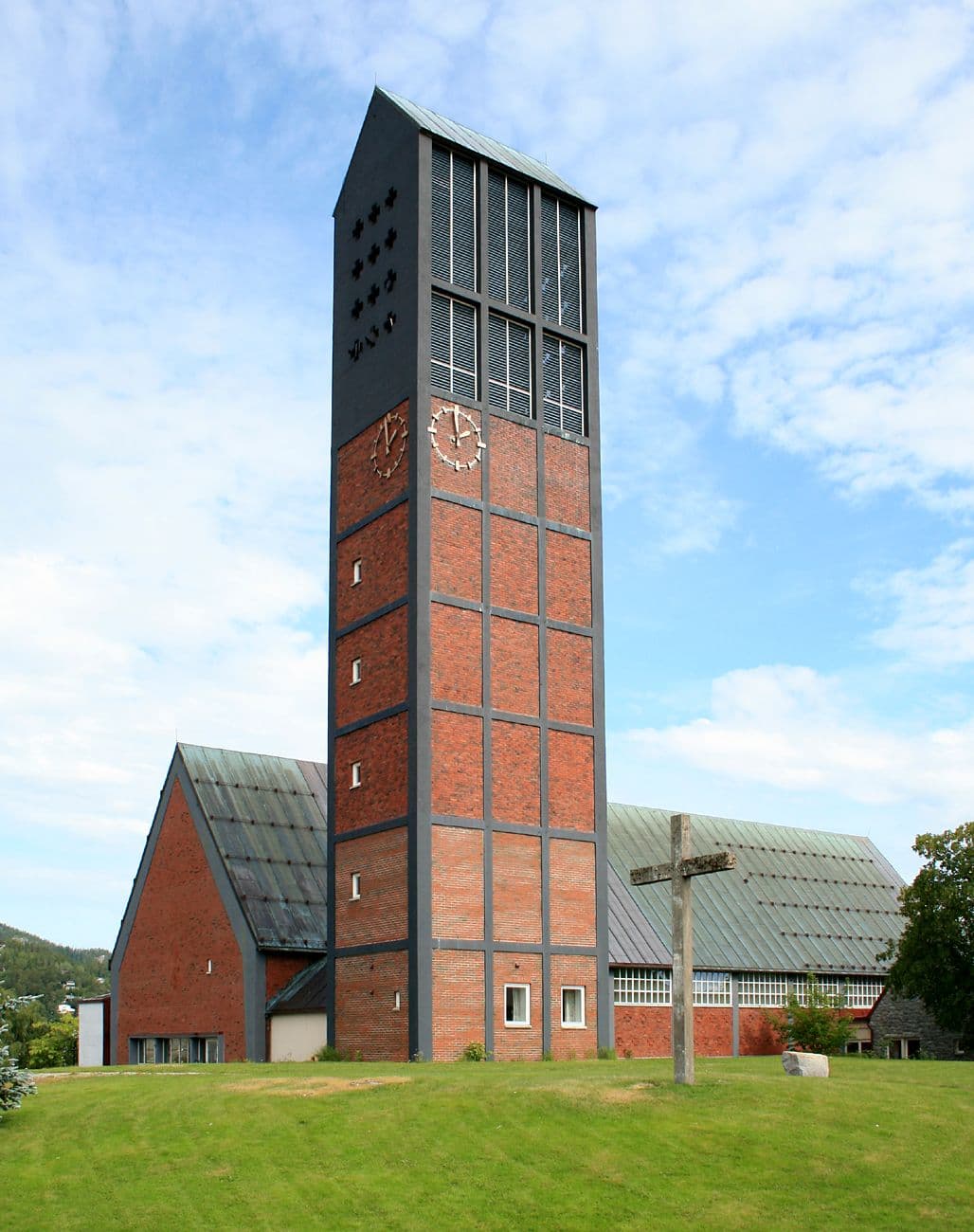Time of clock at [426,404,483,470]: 1:59
